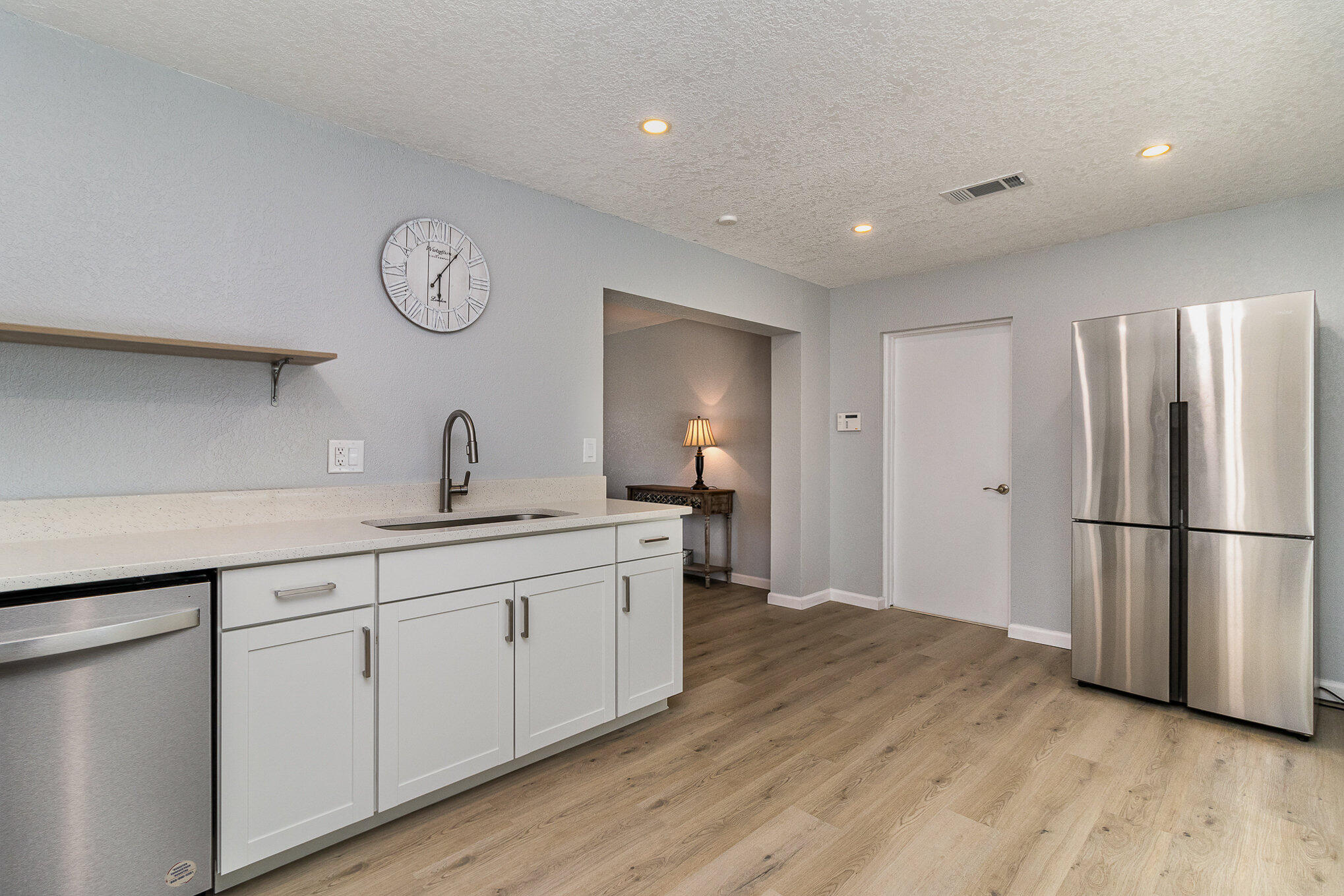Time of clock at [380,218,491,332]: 6:06
